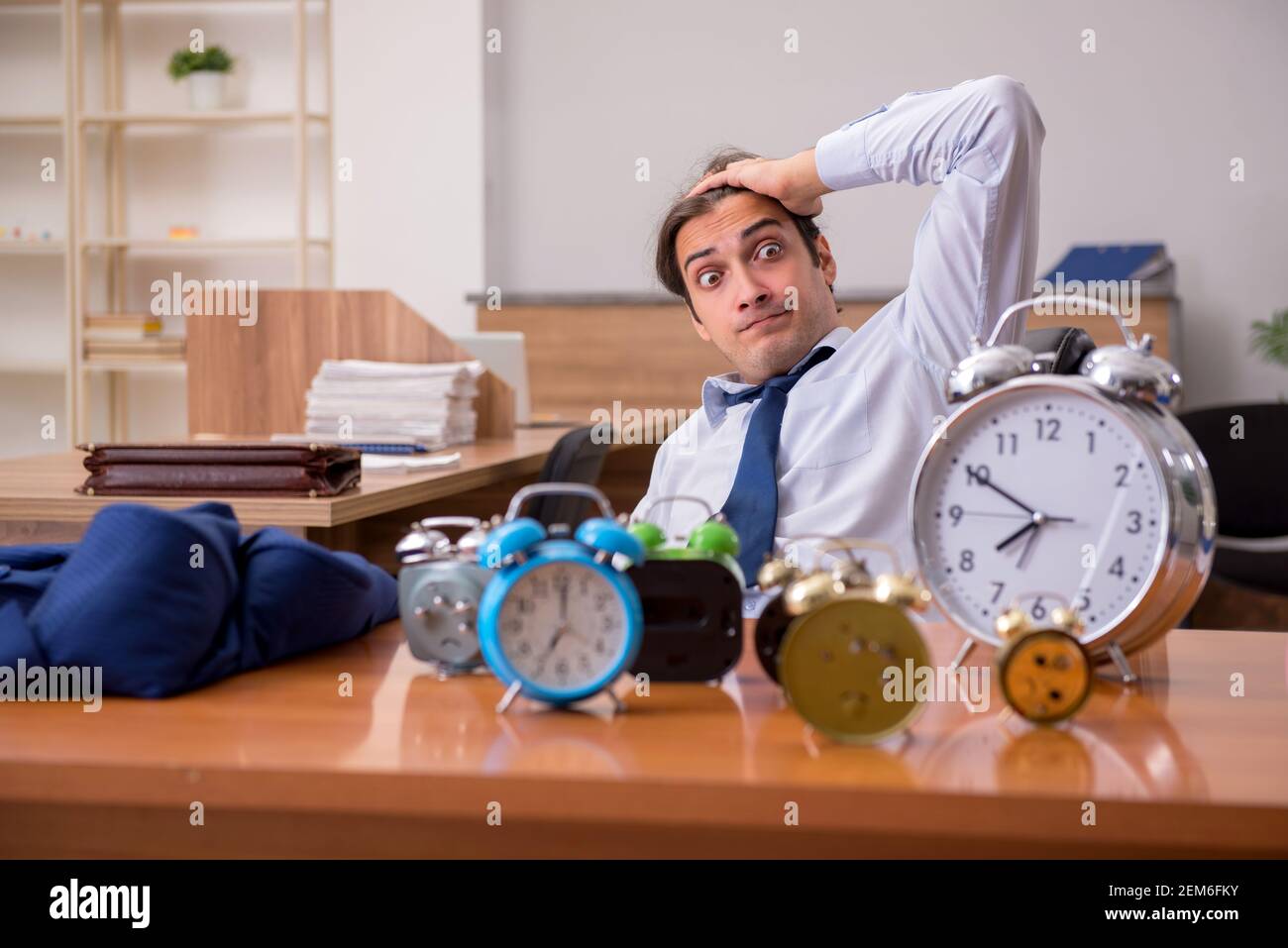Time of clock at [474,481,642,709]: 7:00
